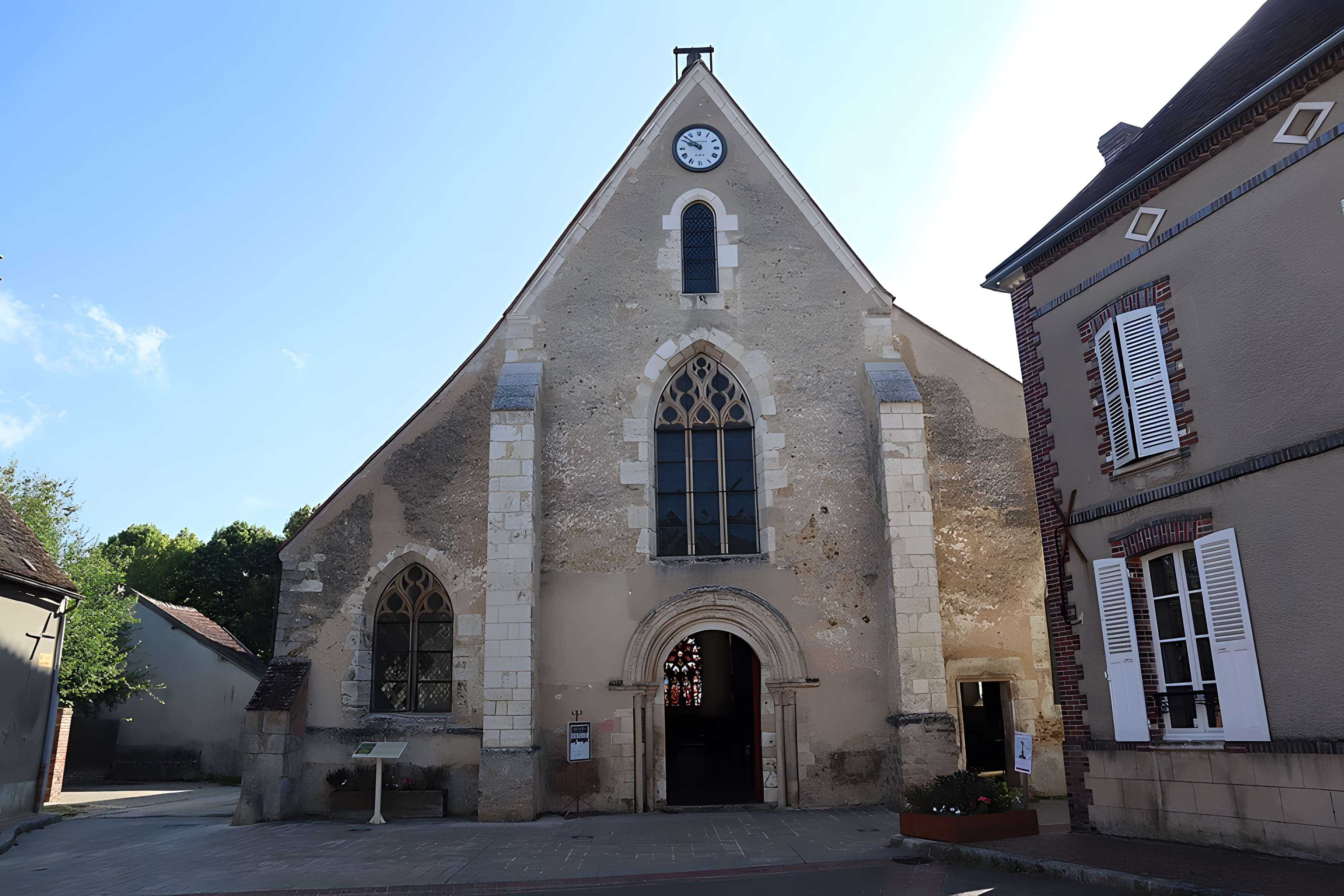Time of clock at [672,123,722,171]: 9:51
